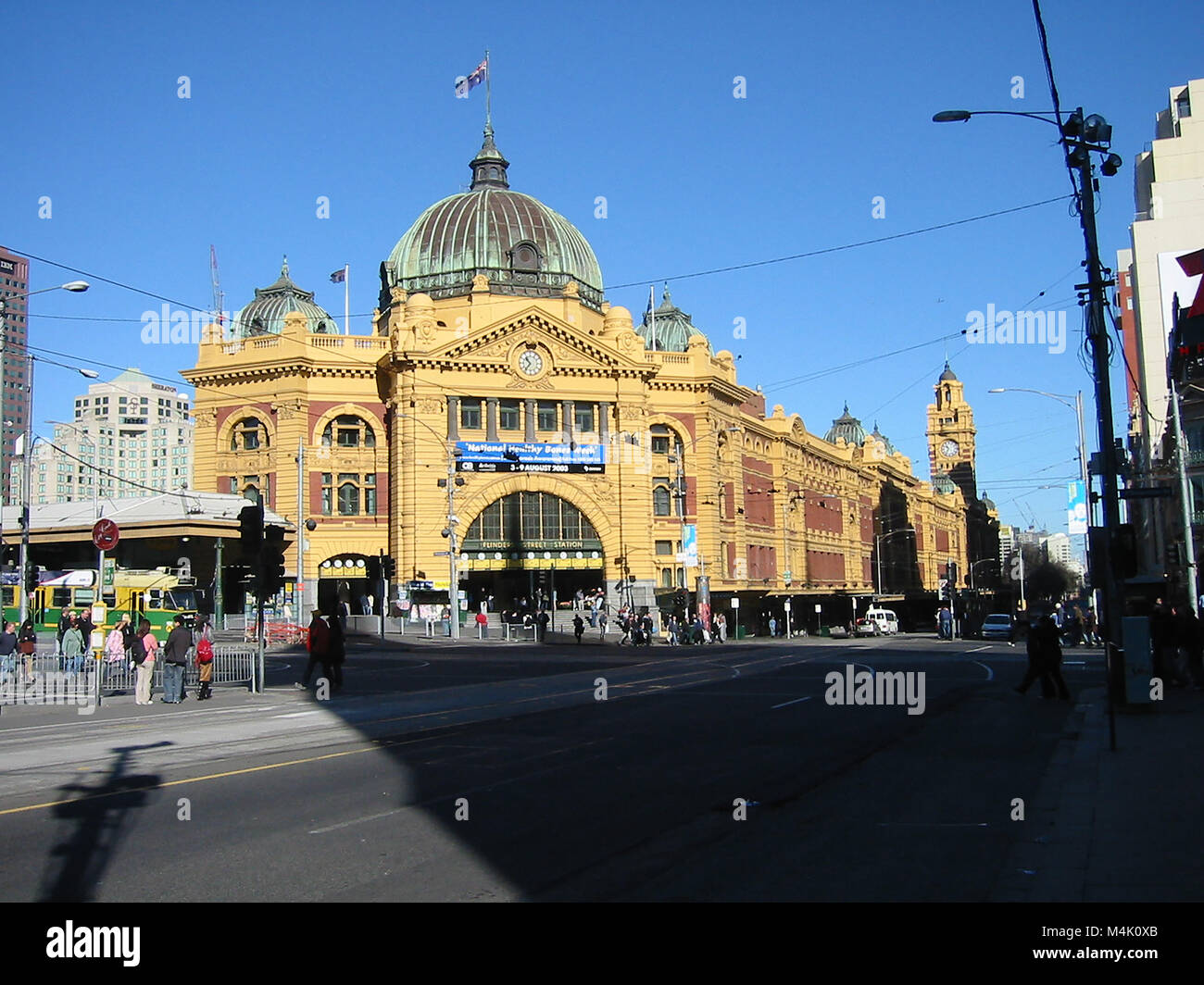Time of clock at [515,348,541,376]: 10:36
